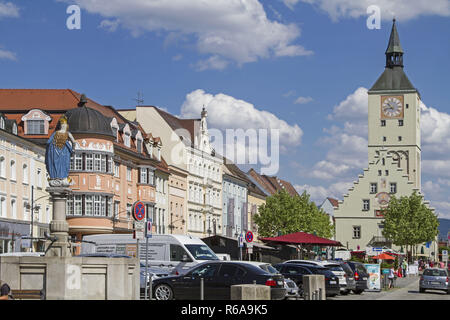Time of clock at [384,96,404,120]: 10:42
